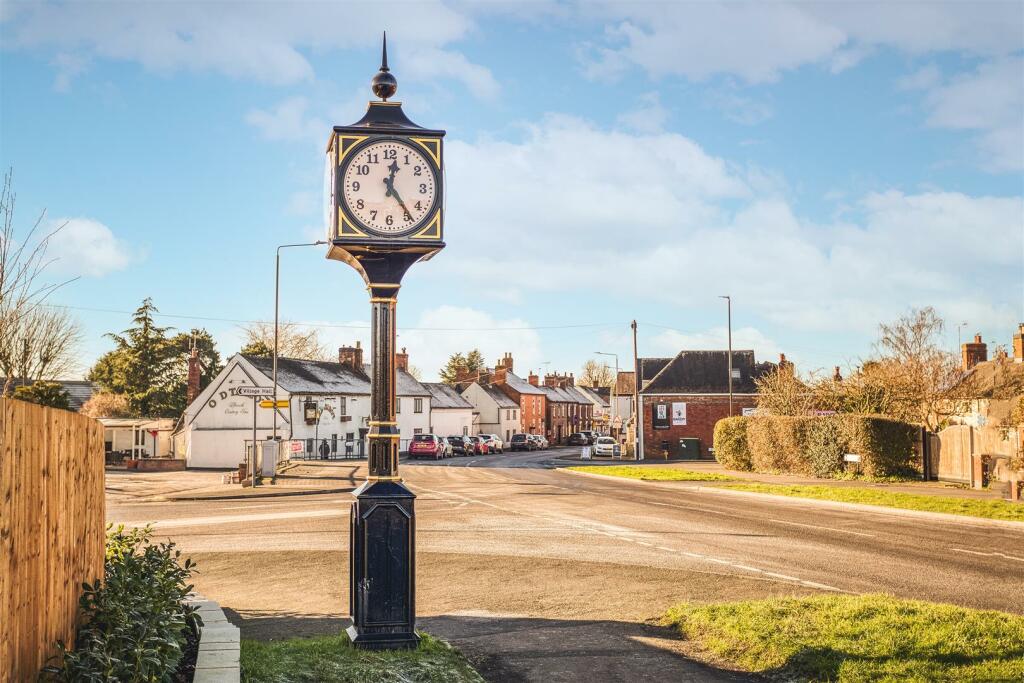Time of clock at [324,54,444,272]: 12:23
